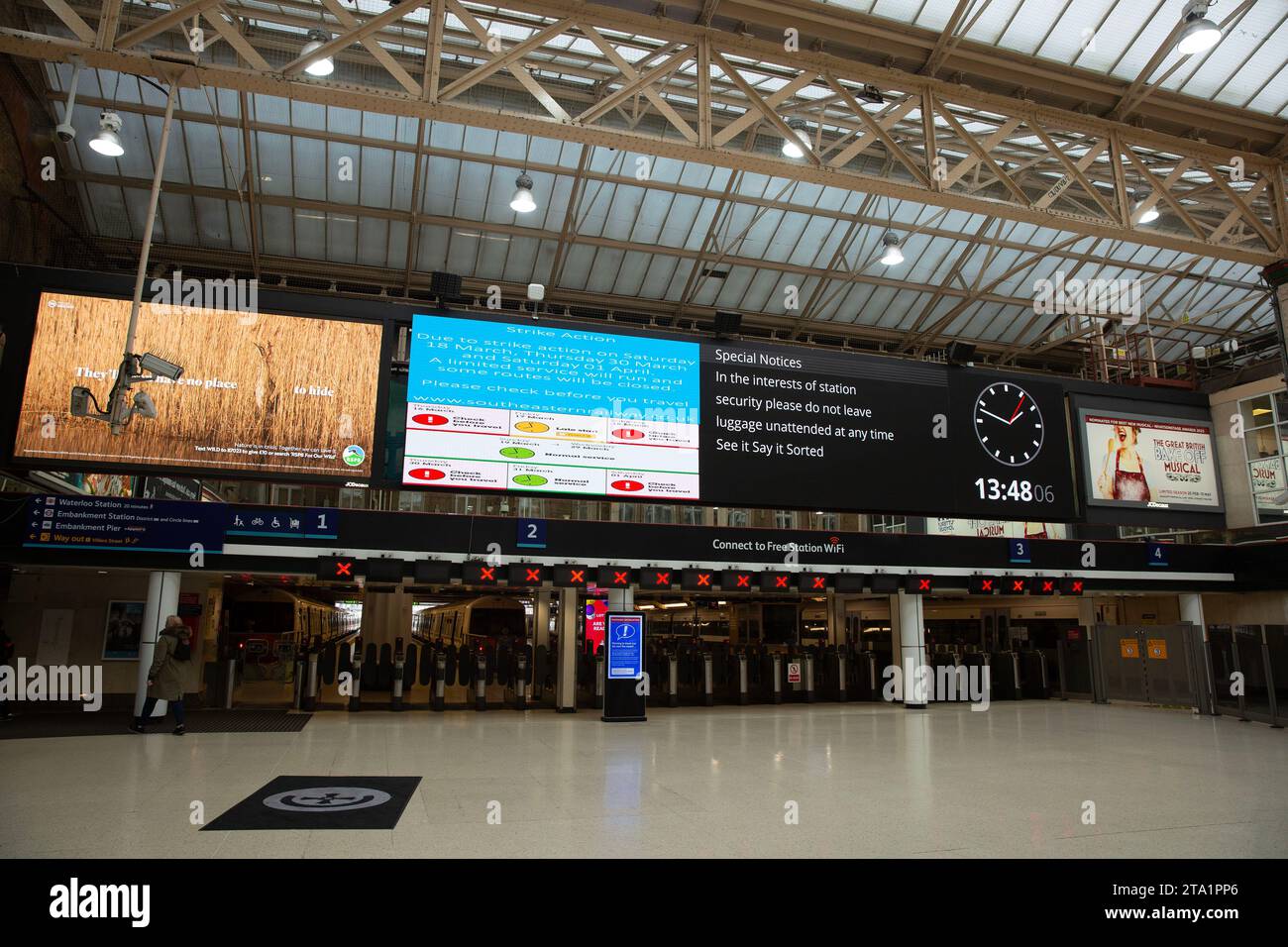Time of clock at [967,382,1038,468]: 1:48
